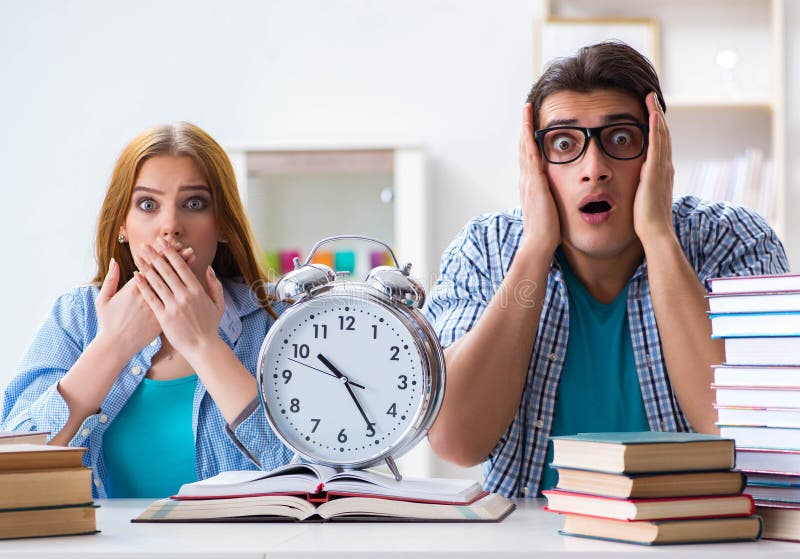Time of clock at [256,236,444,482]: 10:24
